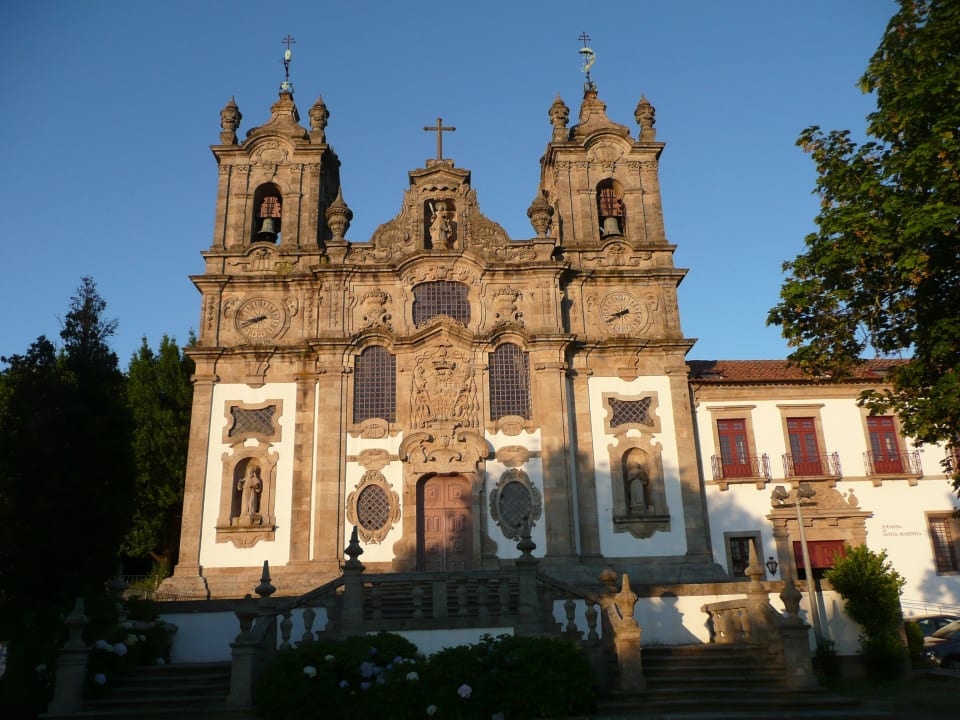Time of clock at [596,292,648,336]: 8:40
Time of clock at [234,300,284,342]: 8:41
